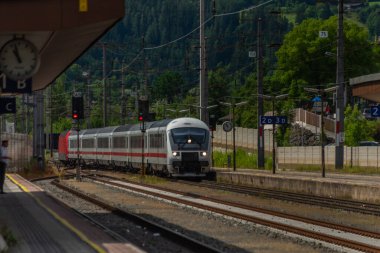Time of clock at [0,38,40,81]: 10:57
